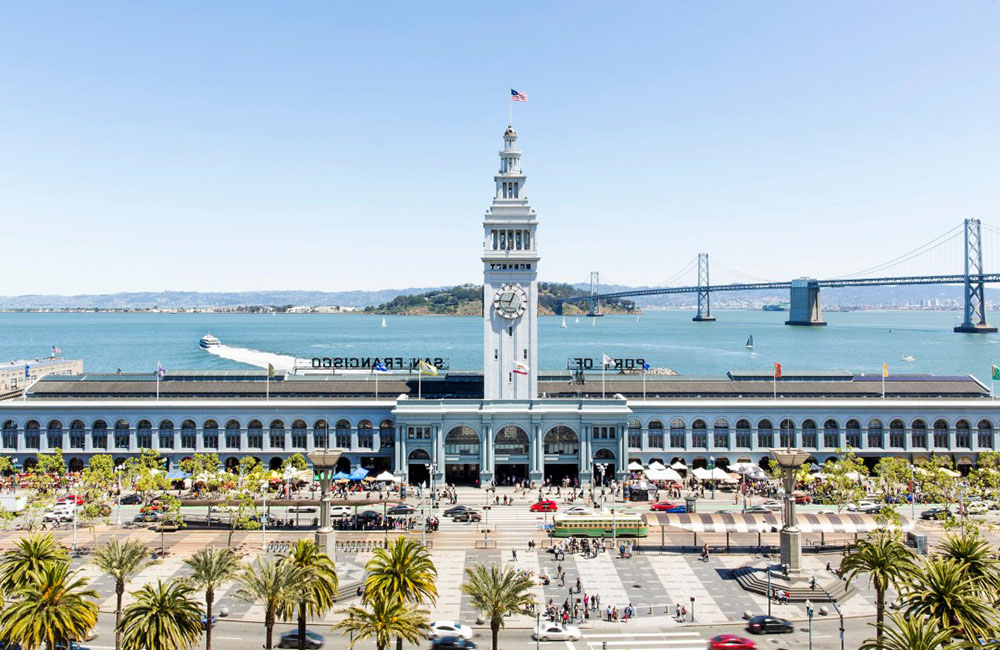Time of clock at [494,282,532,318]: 12:46
